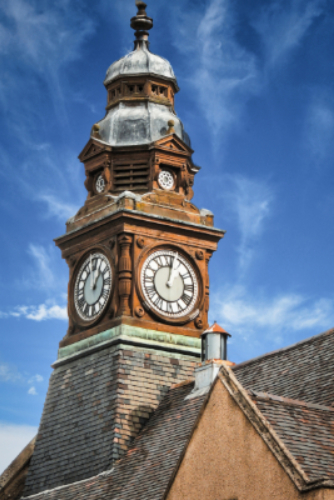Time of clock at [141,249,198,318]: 1:02
